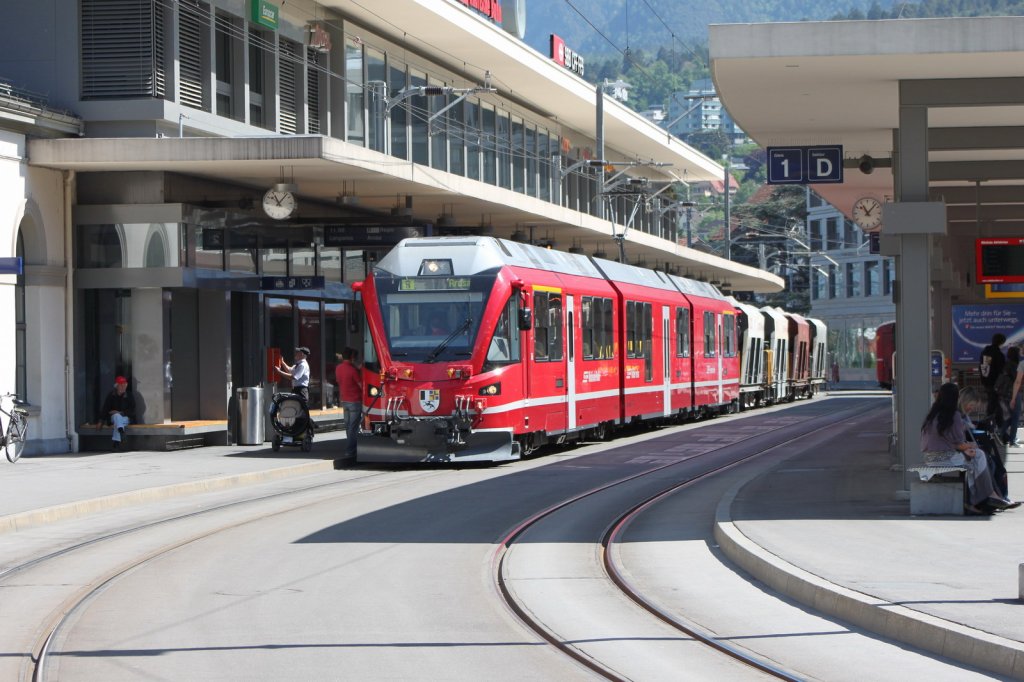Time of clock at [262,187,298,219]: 11:07
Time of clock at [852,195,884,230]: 11:07
